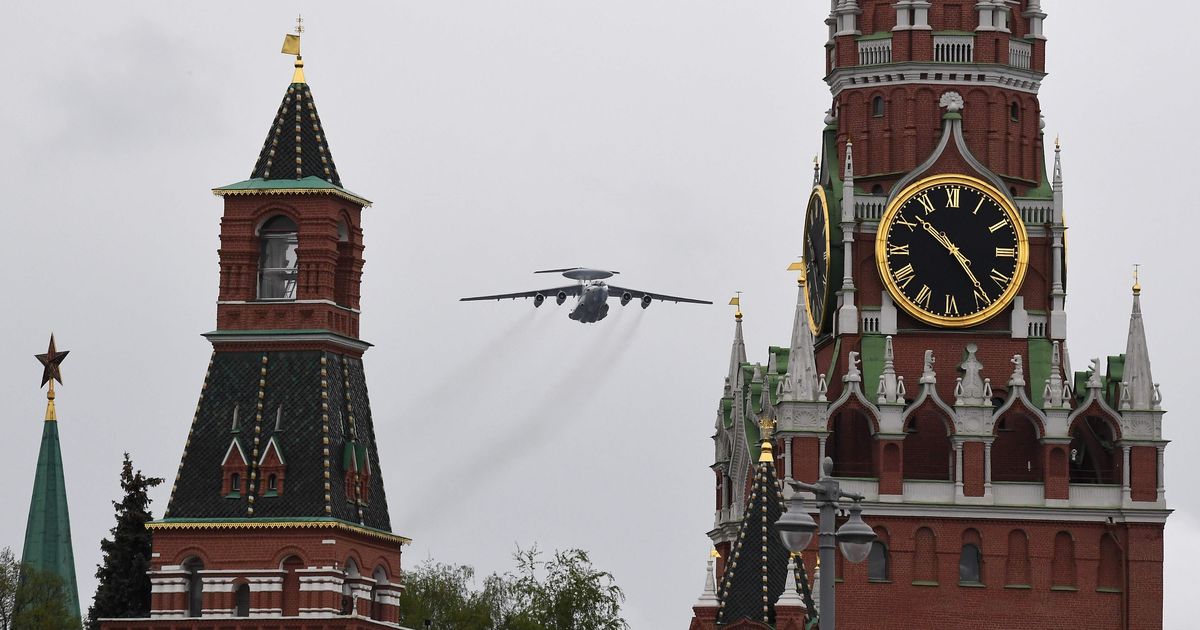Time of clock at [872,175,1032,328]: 10:24
